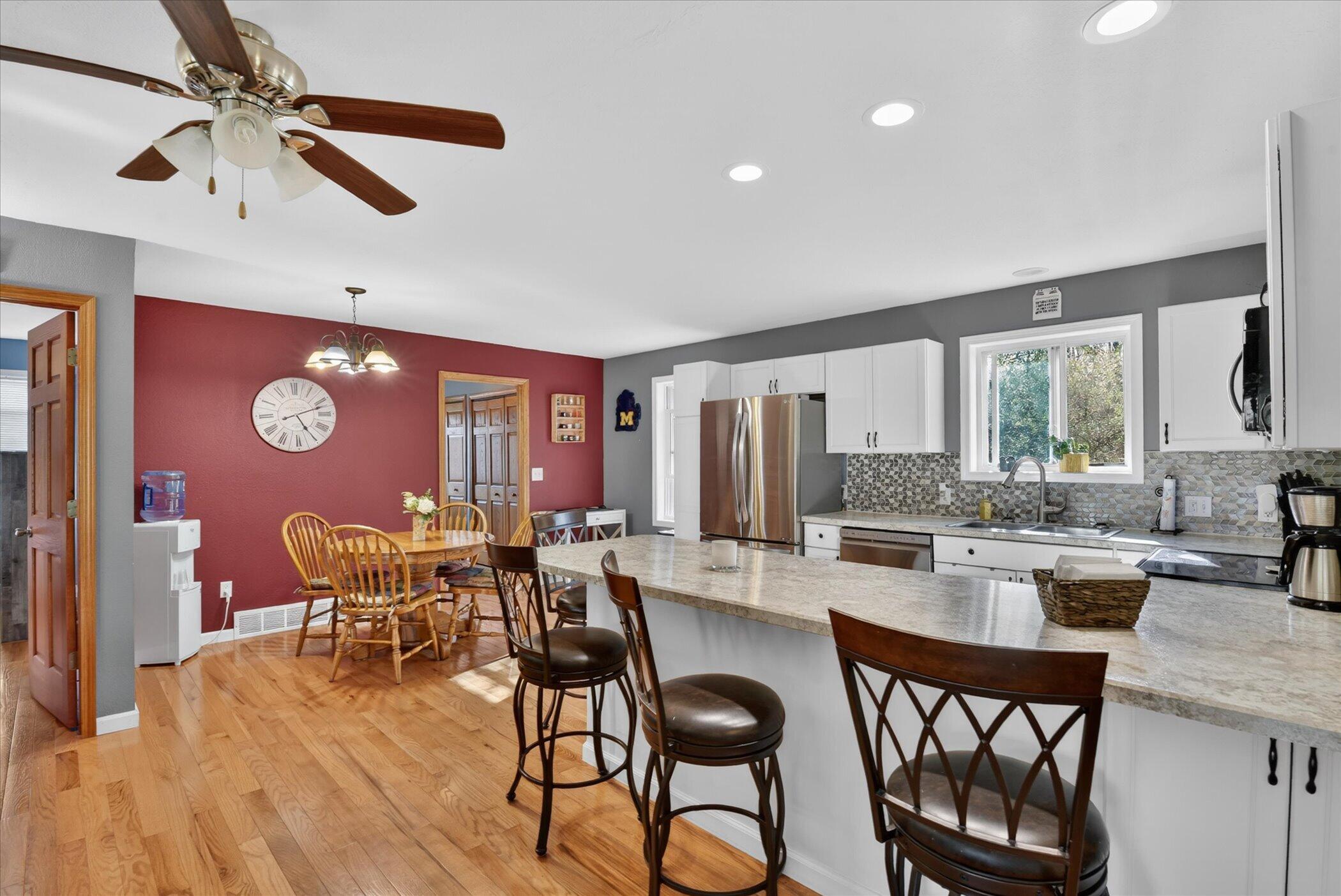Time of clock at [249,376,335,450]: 5:11
